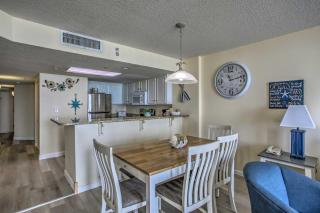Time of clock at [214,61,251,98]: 11:12
